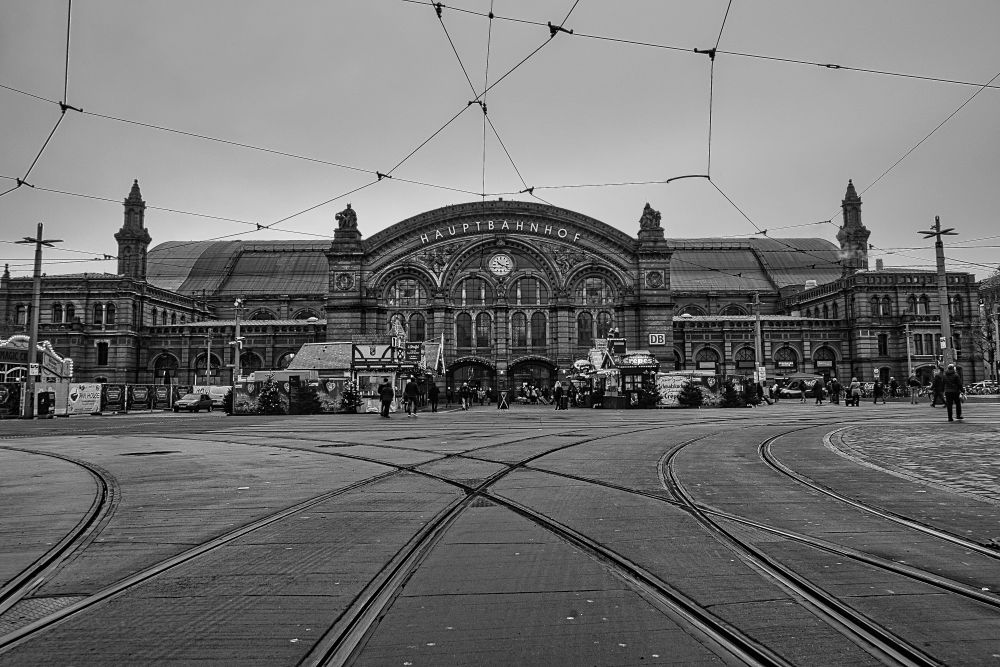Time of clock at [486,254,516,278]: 10:18
